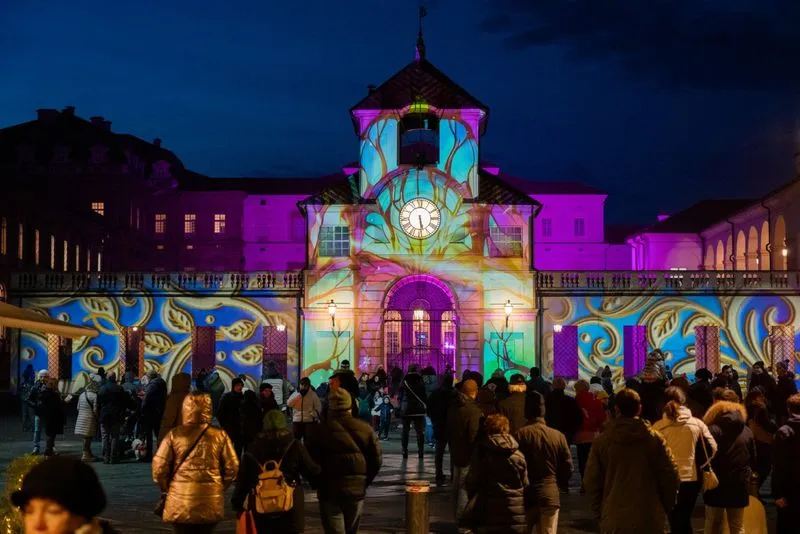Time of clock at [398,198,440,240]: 5:29
